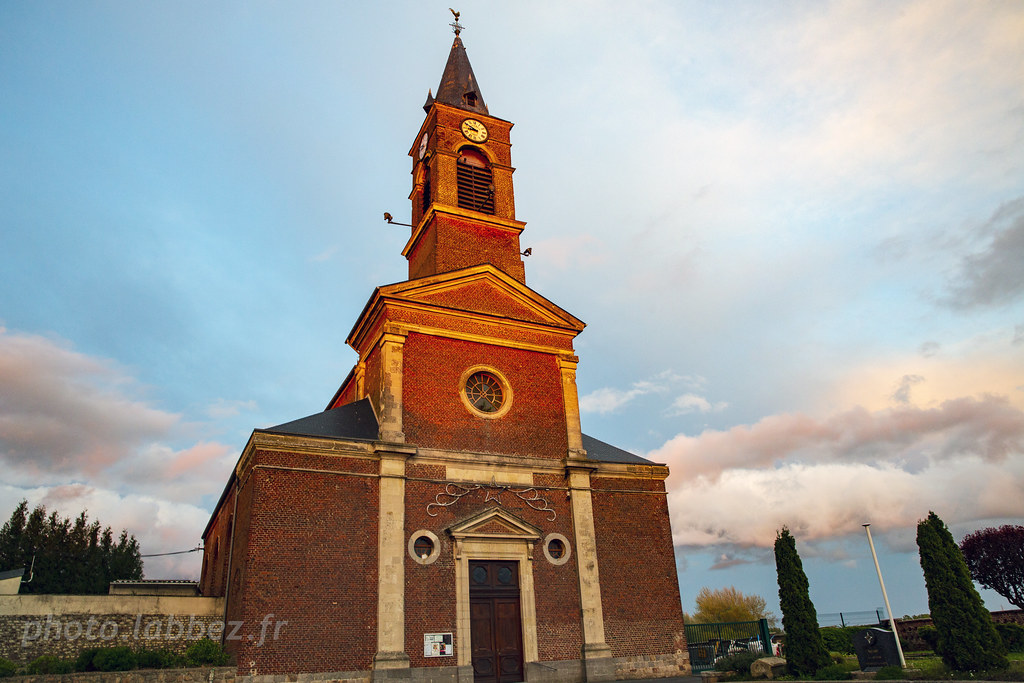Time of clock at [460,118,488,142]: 8:50
